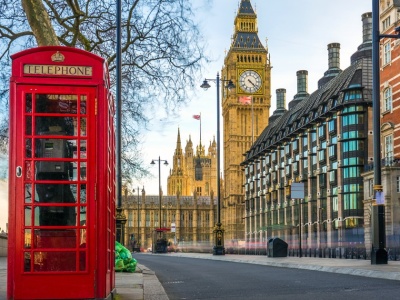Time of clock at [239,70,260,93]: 4:22
